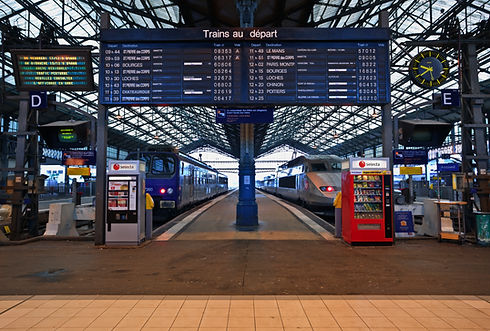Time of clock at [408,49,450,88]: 9:28
